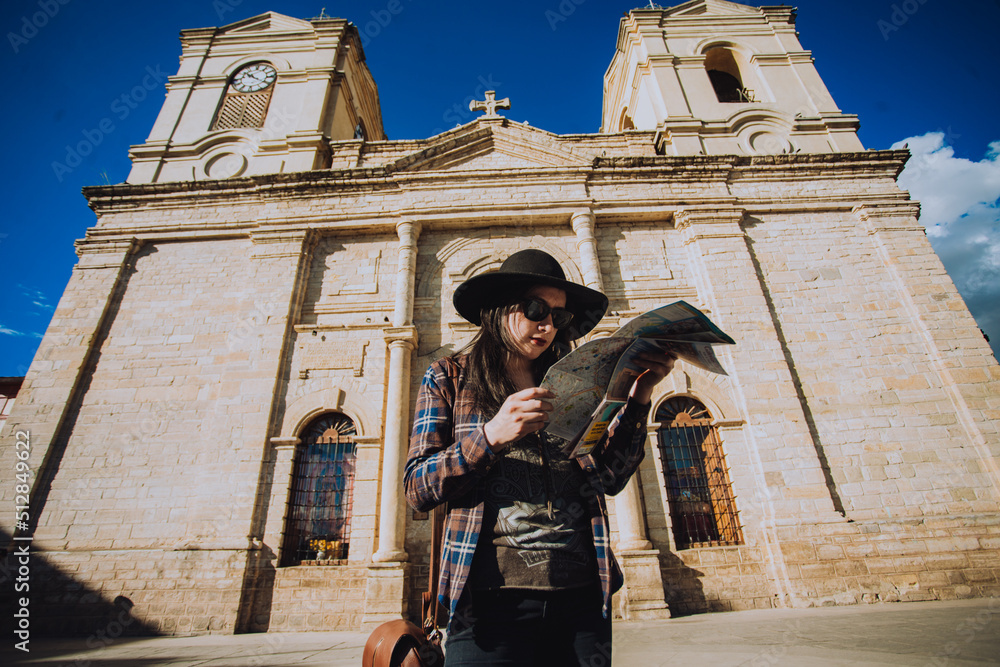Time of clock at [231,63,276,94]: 10:20
